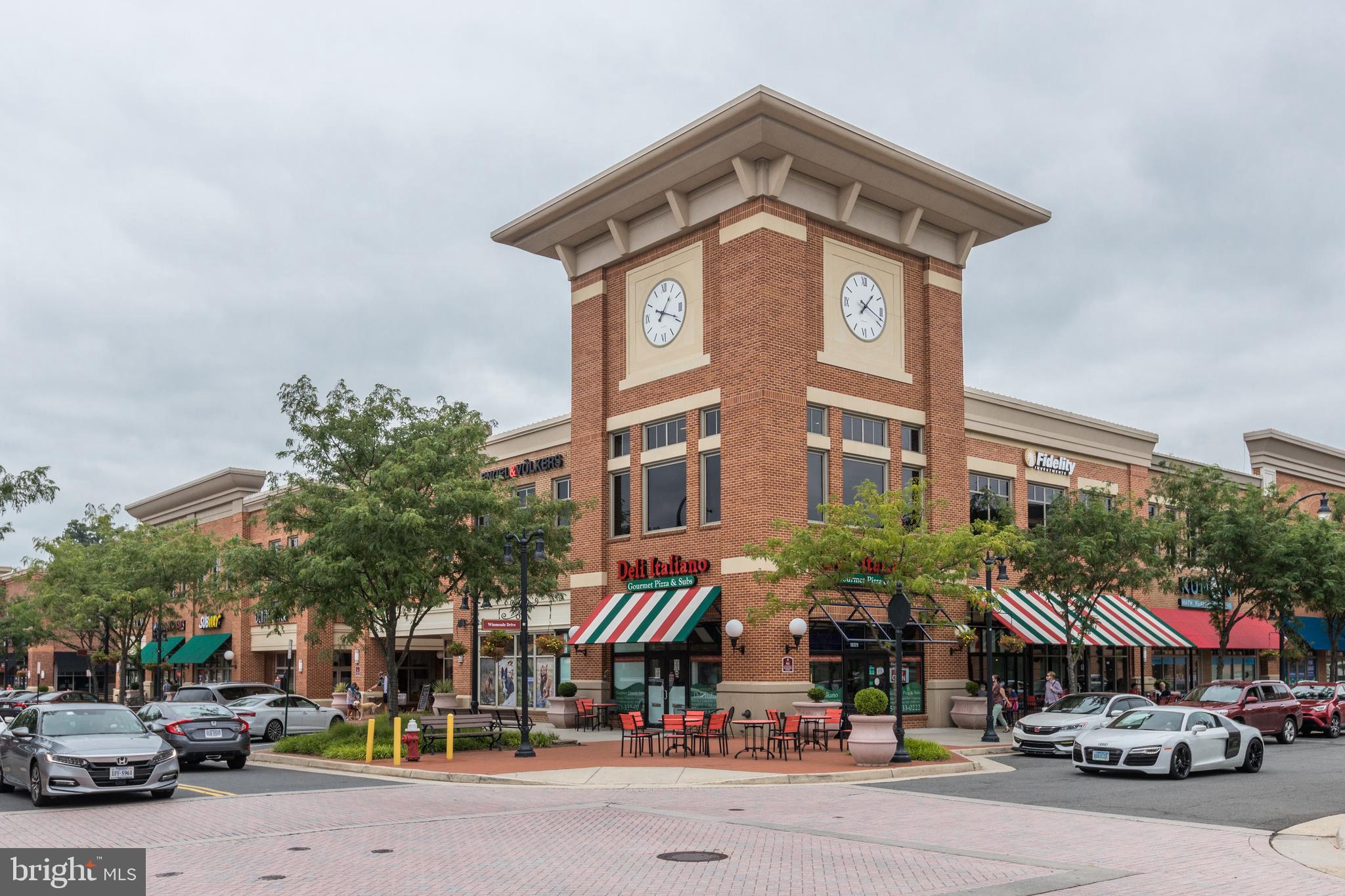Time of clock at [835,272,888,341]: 1:18
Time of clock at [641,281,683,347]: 1:18
